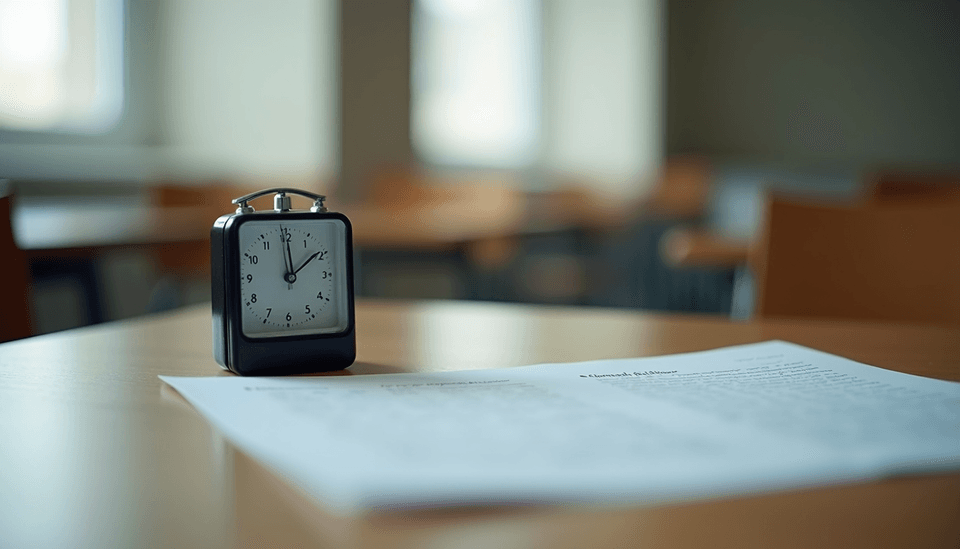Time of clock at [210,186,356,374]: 12:09
